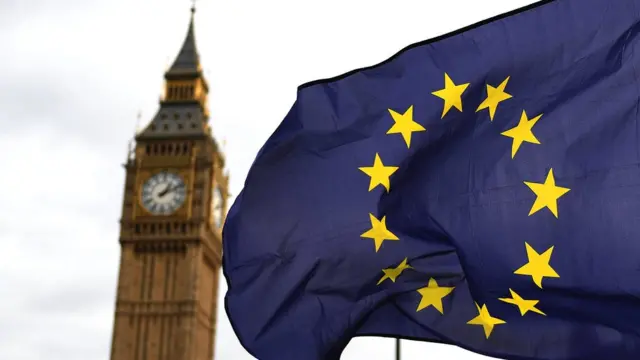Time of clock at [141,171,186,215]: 1:11
